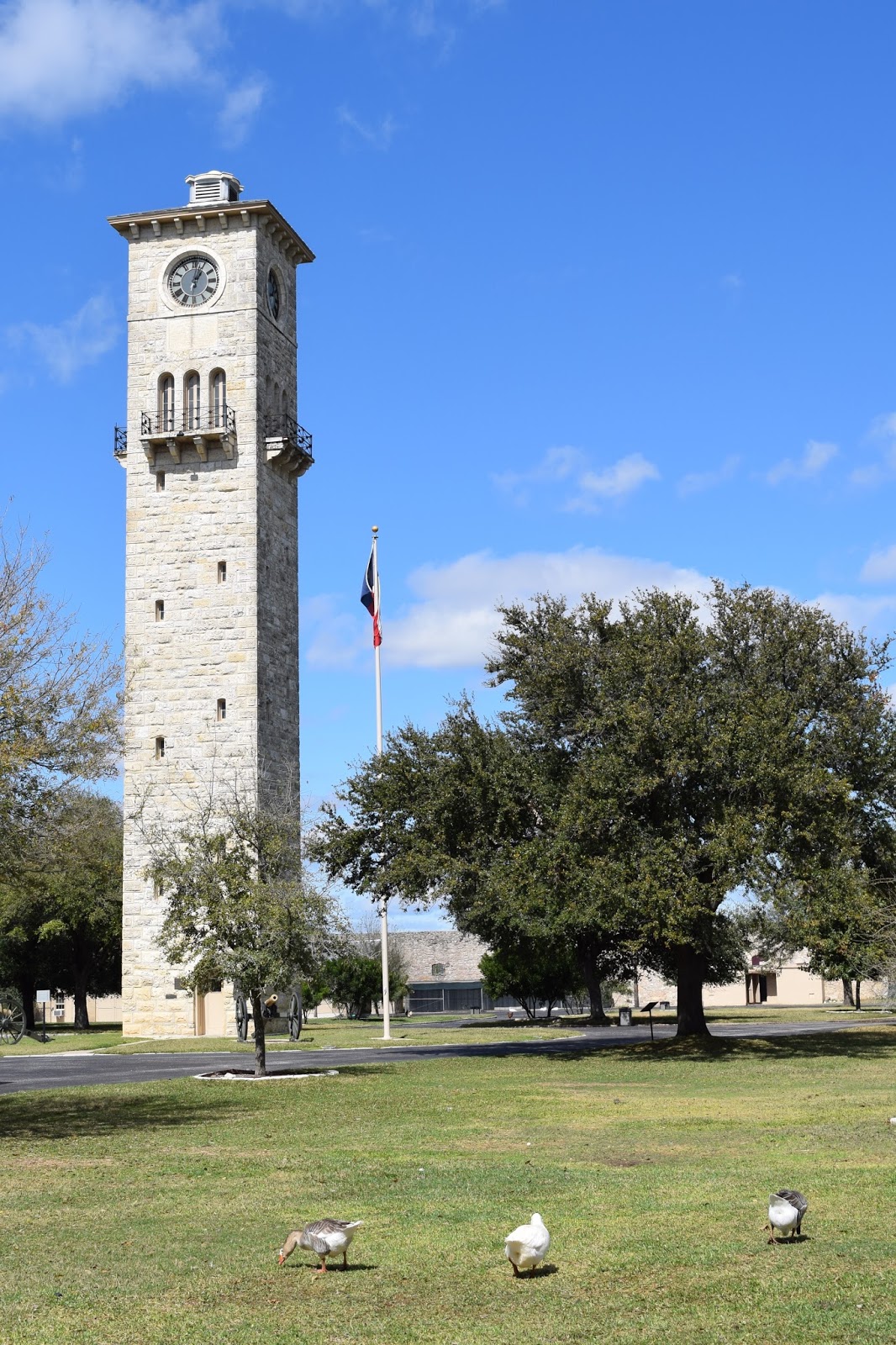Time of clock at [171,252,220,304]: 1:02
